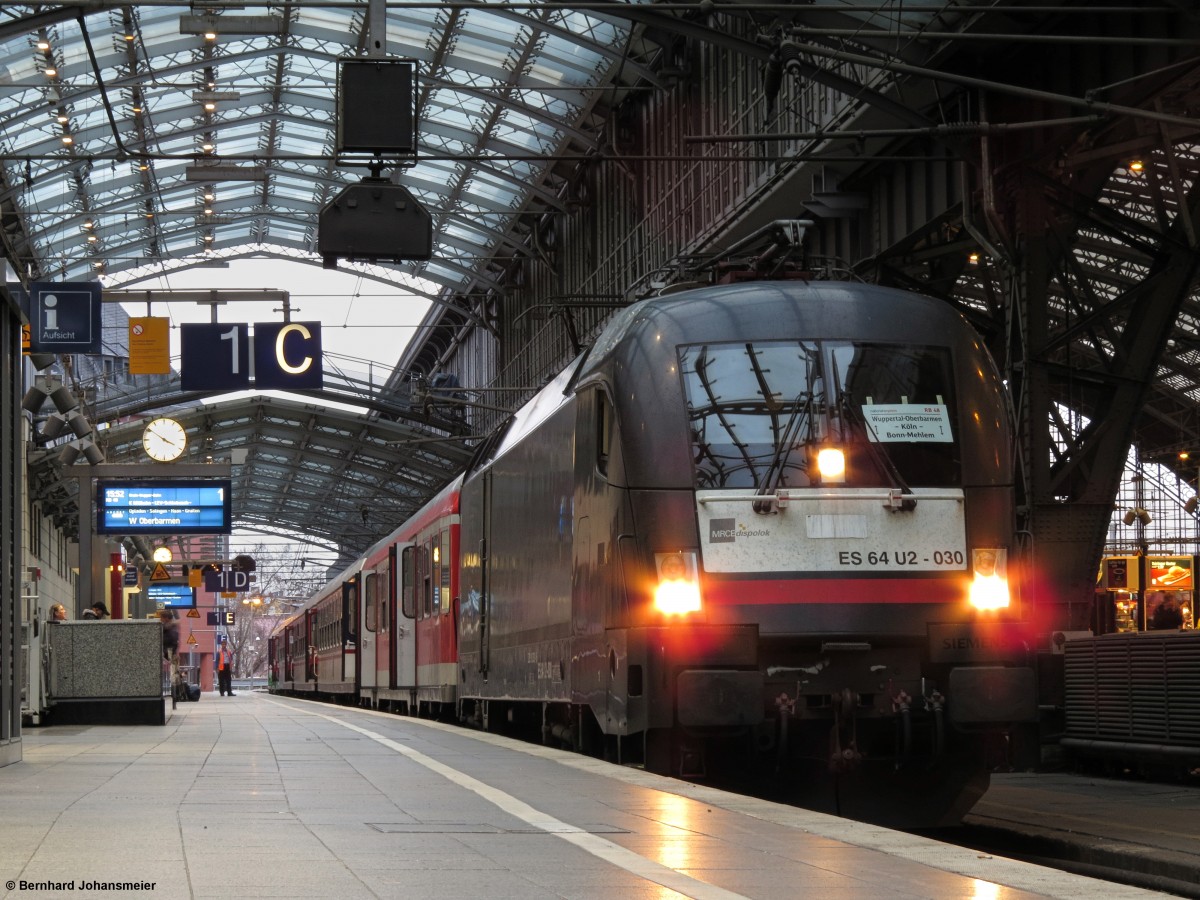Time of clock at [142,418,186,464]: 3:51
